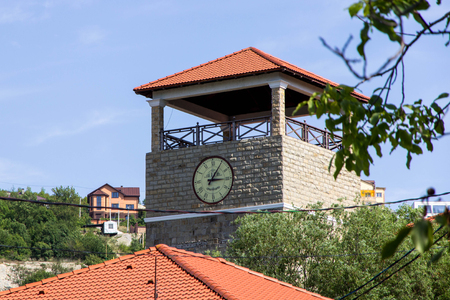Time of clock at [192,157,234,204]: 3:05
